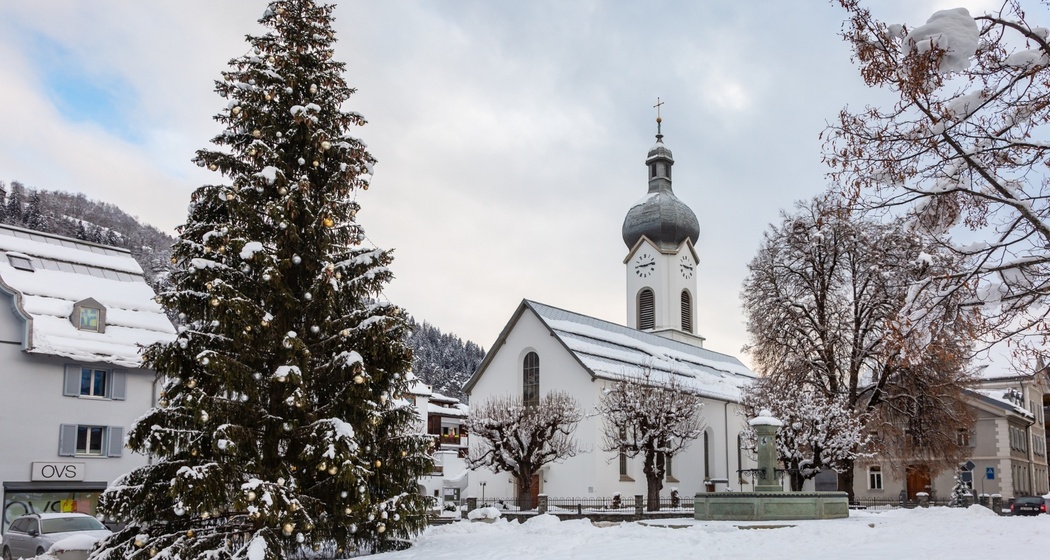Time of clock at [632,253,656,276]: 9:13
